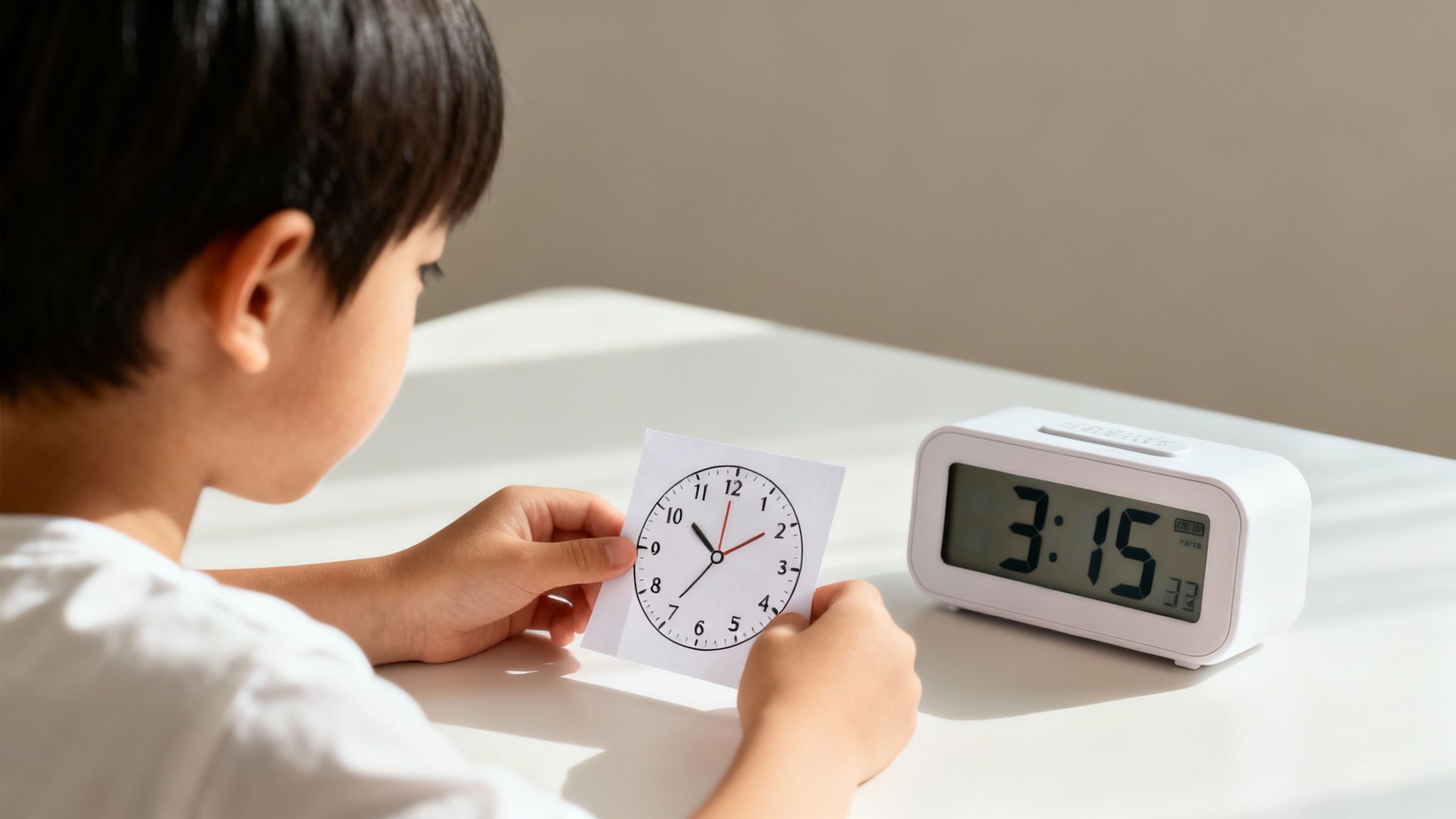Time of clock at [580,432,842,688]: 10:35
